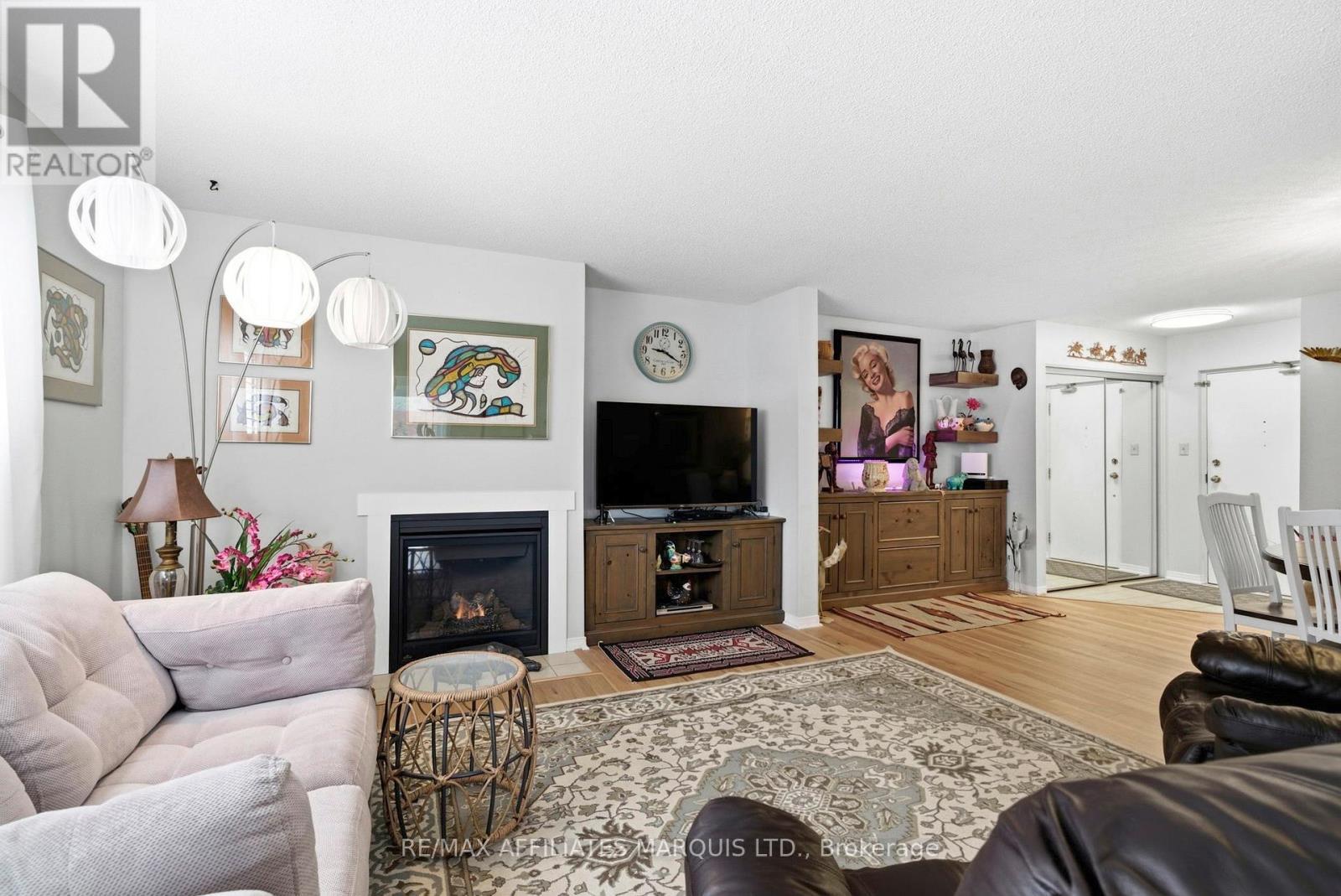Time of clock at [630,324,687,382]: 9:19
